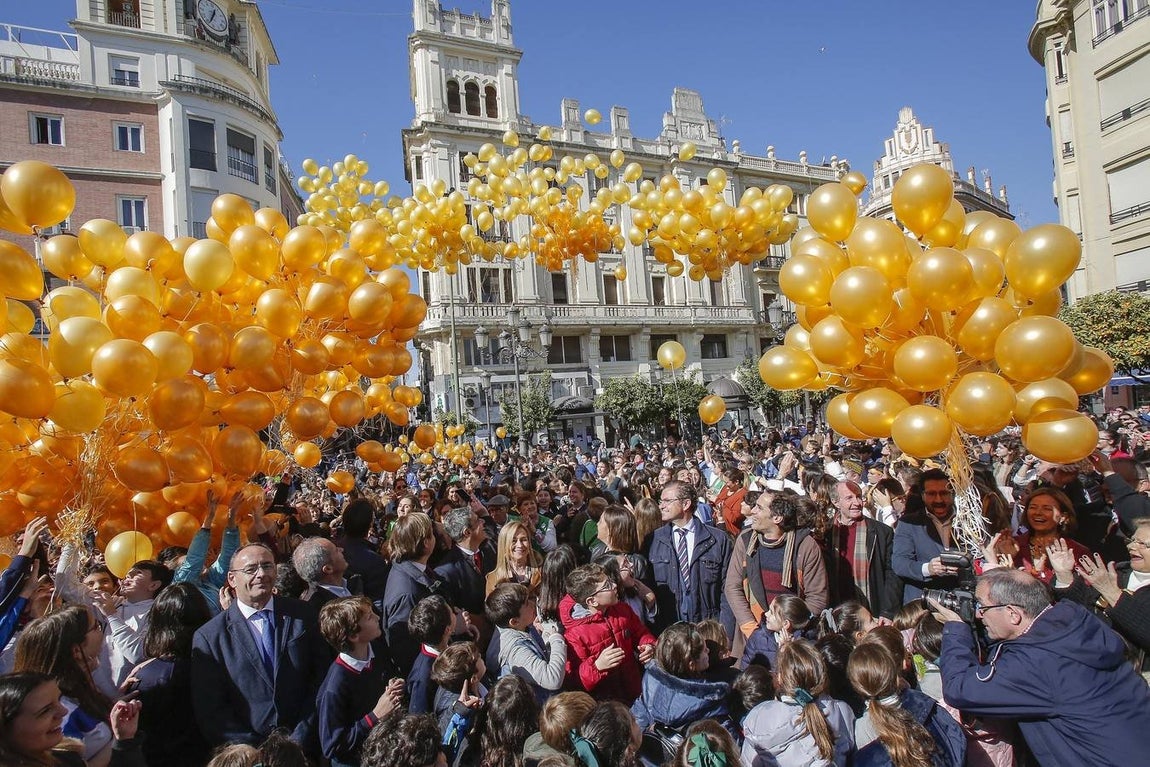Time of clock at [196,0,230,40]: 12:34
